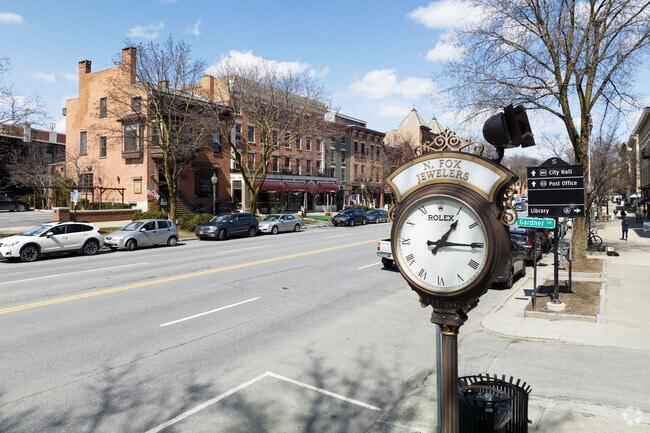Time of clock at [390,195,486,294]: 1:14
